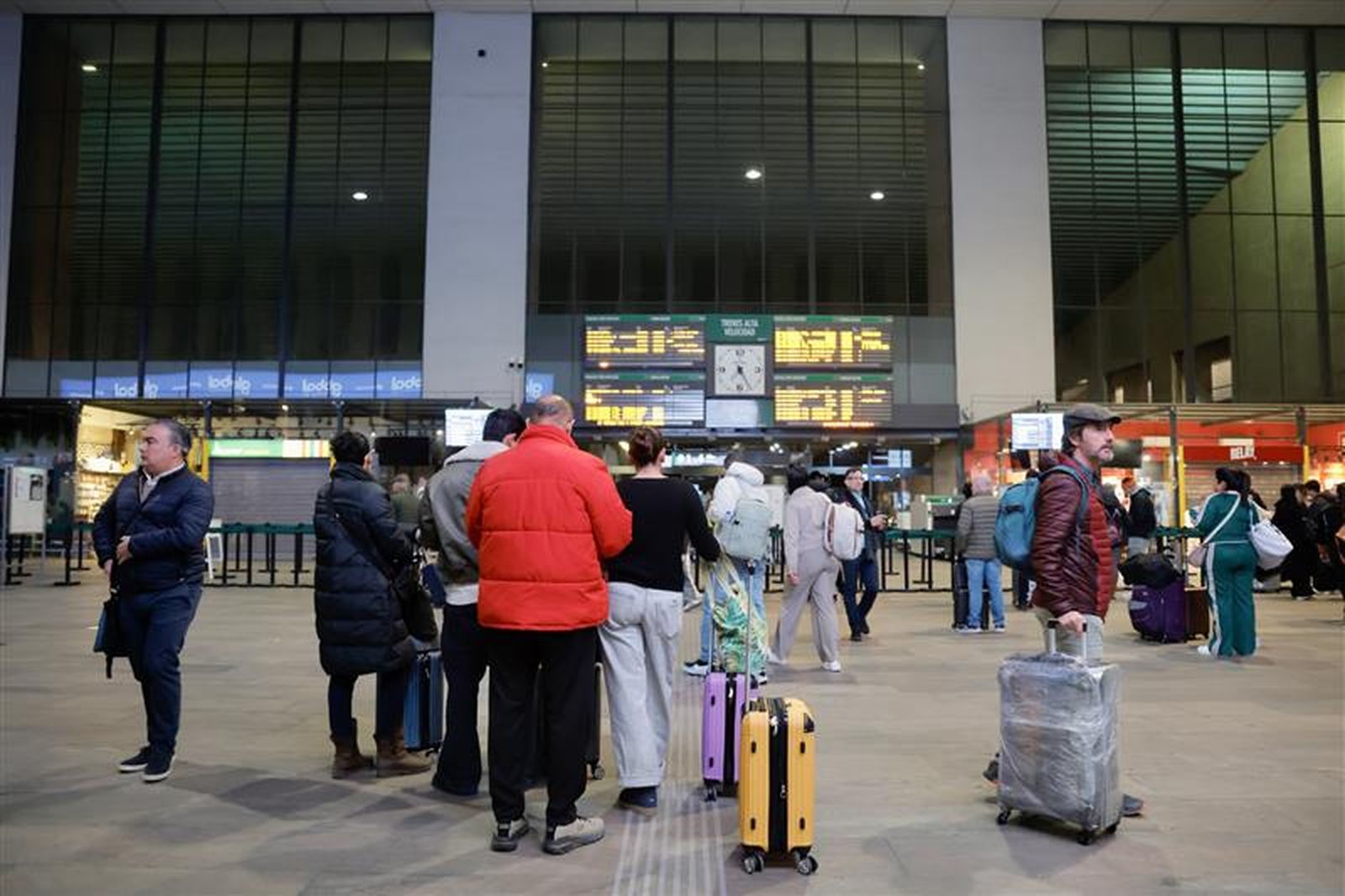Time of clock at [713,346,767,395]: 7:25
